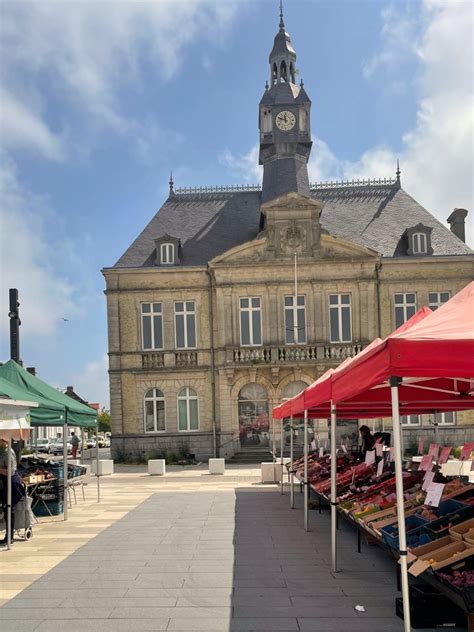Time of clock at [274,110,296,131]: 11:48
